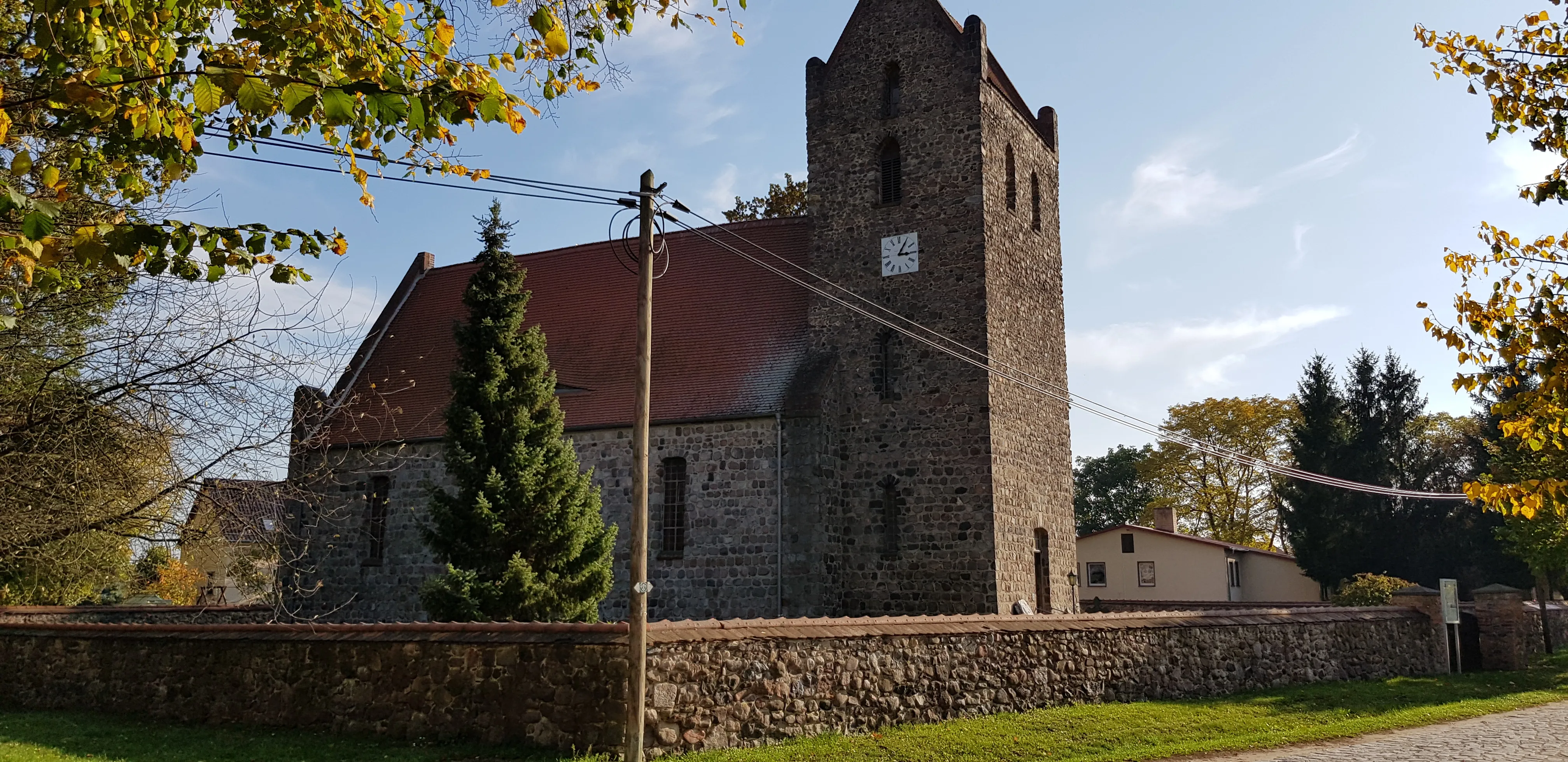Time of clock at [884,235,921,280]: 3:05
